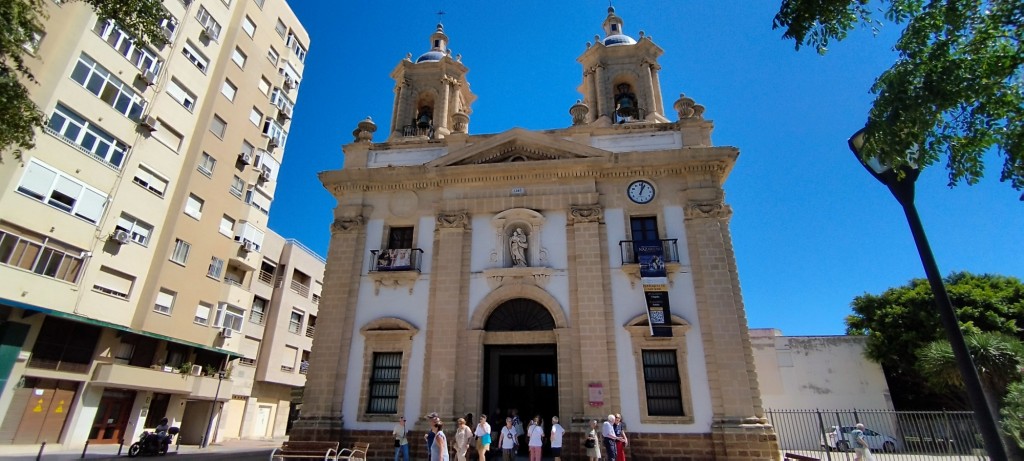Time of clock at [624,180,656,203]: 1:02
